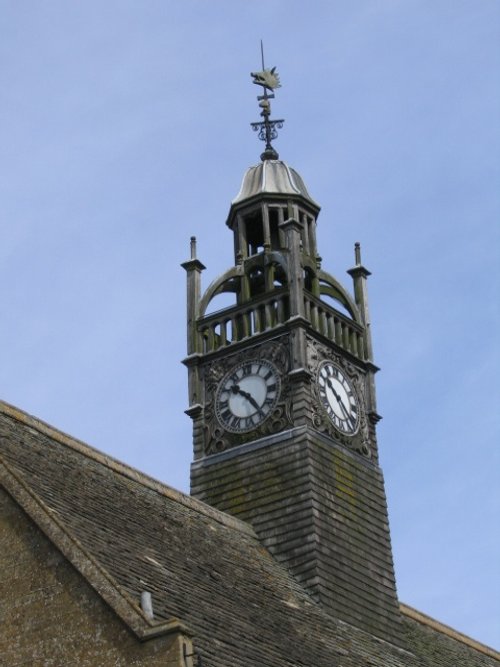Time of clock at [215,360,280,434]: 10:24
